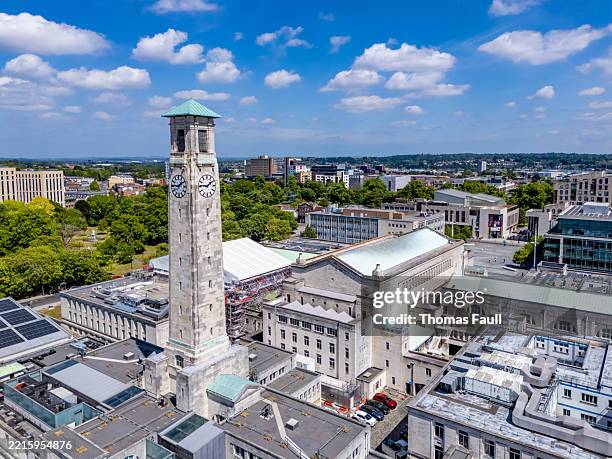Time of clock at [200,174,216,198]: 1:46
